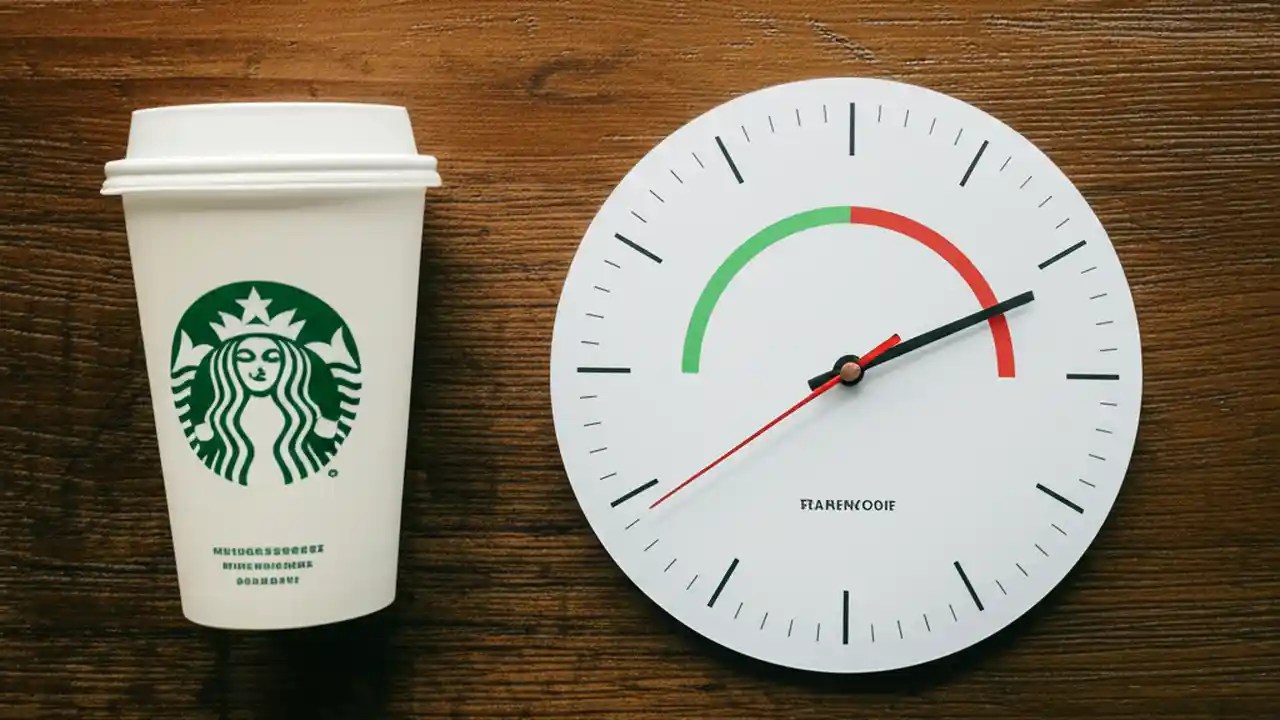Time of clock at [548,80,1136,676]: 2:11
